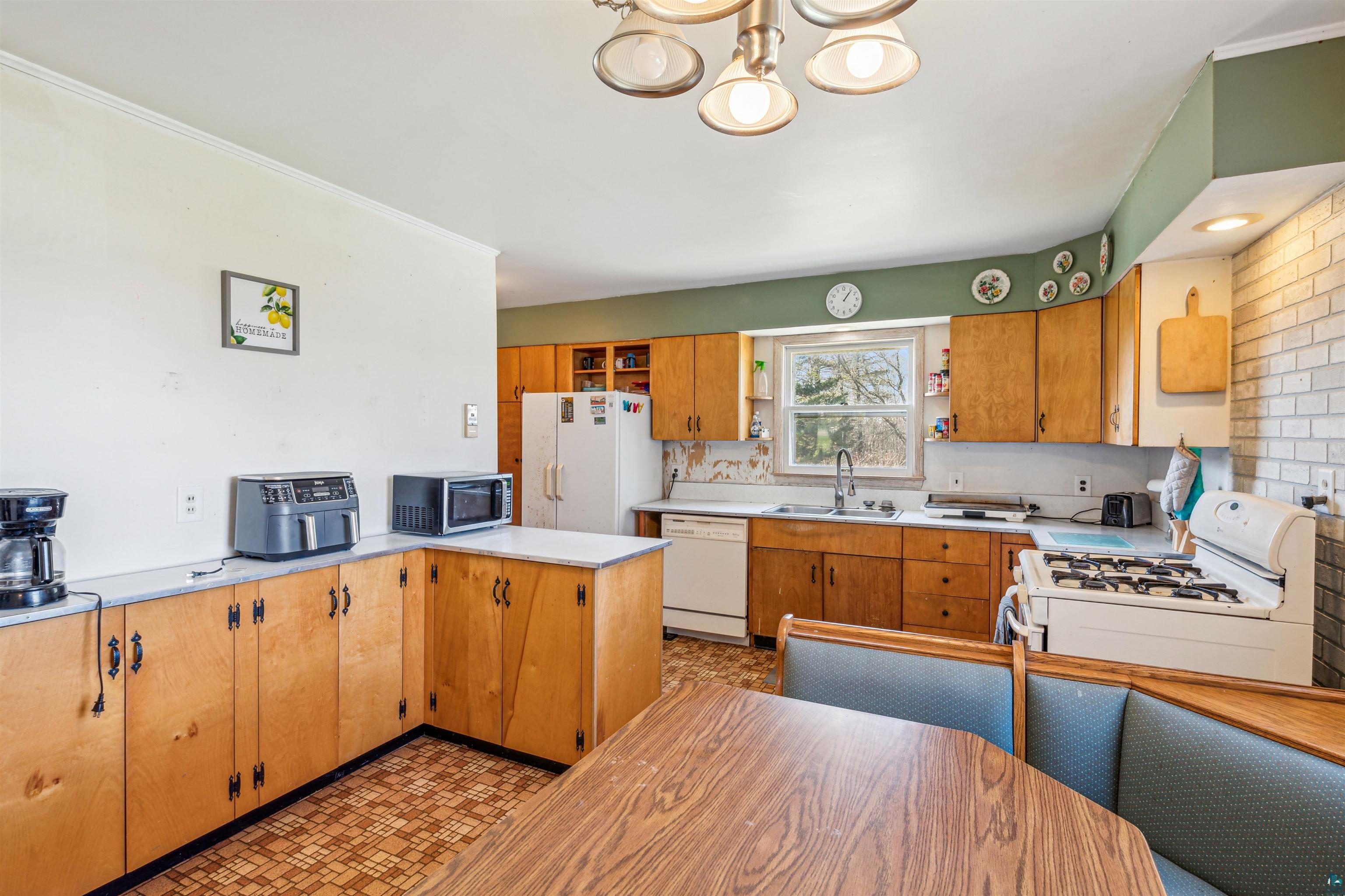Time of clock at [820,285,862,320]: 1:06
